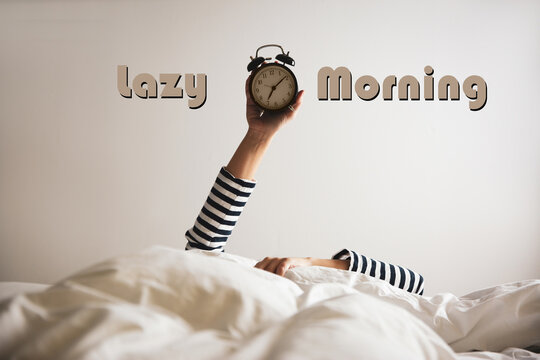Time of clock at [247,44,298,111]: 7:09
